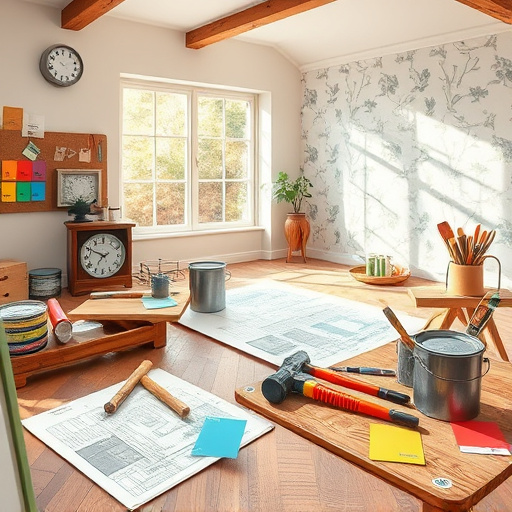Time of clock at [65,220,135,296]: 6:49
